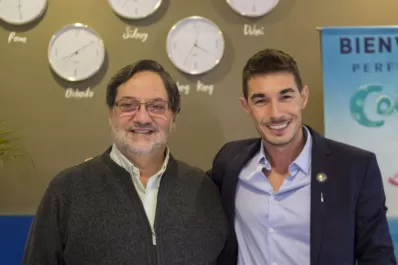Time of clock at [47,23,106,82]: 8:09
